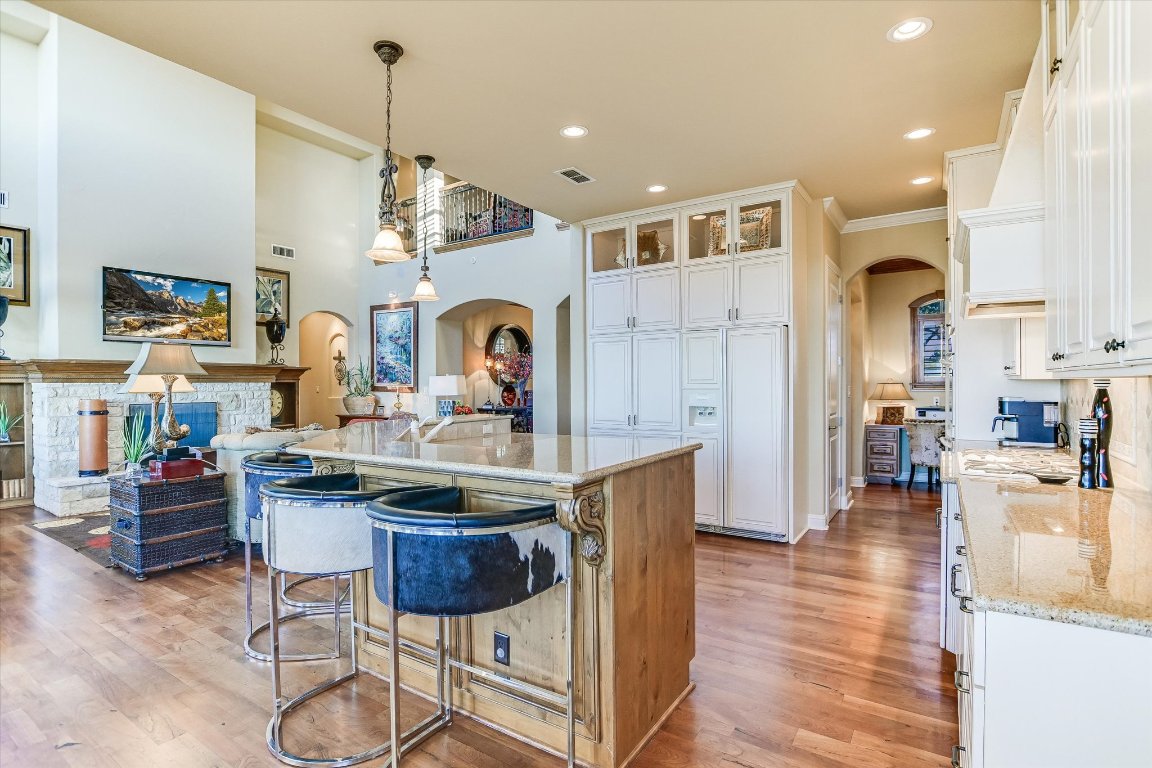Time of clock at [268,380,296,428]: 5:59
